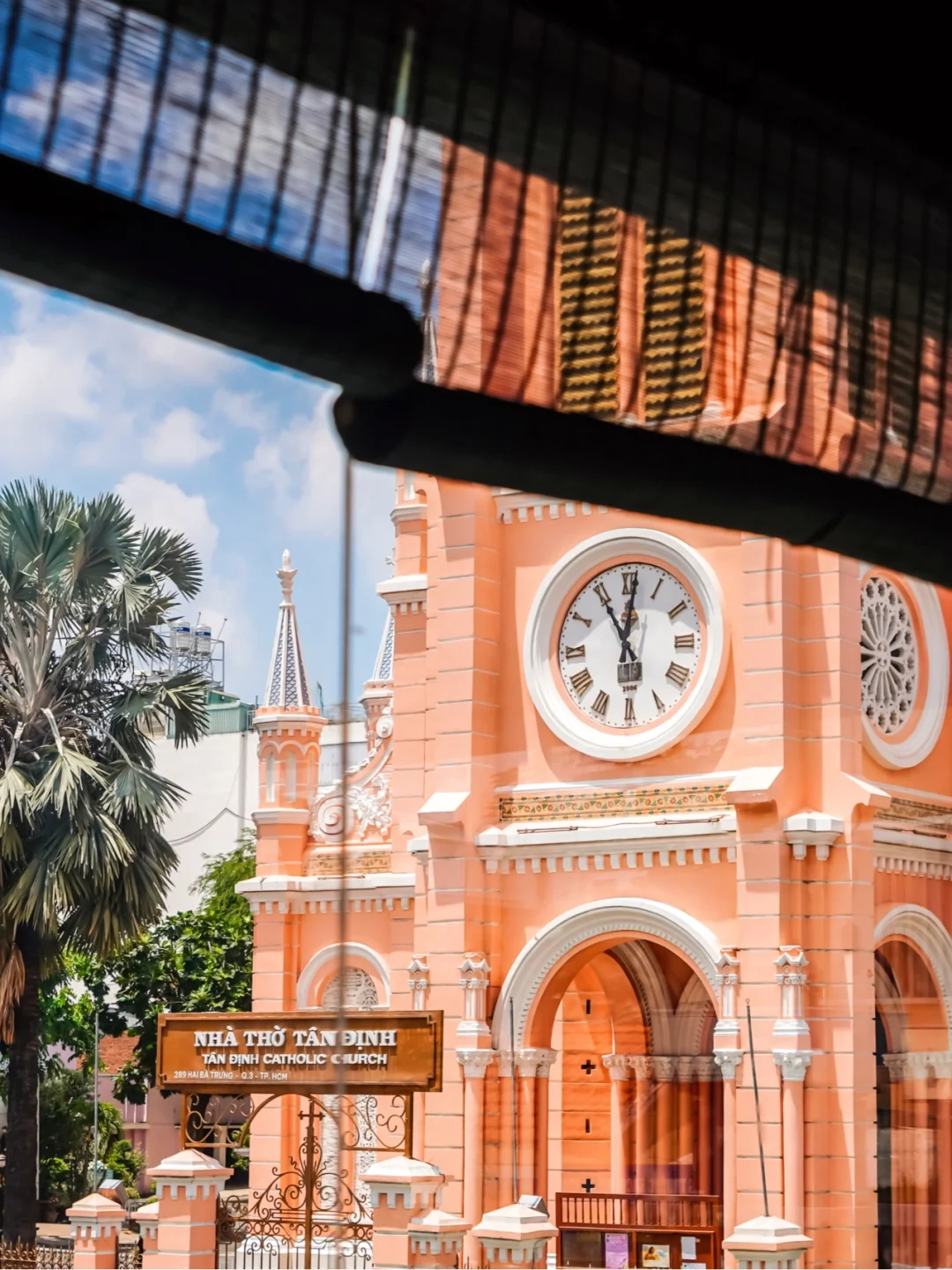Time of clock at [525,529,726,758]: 11:01
